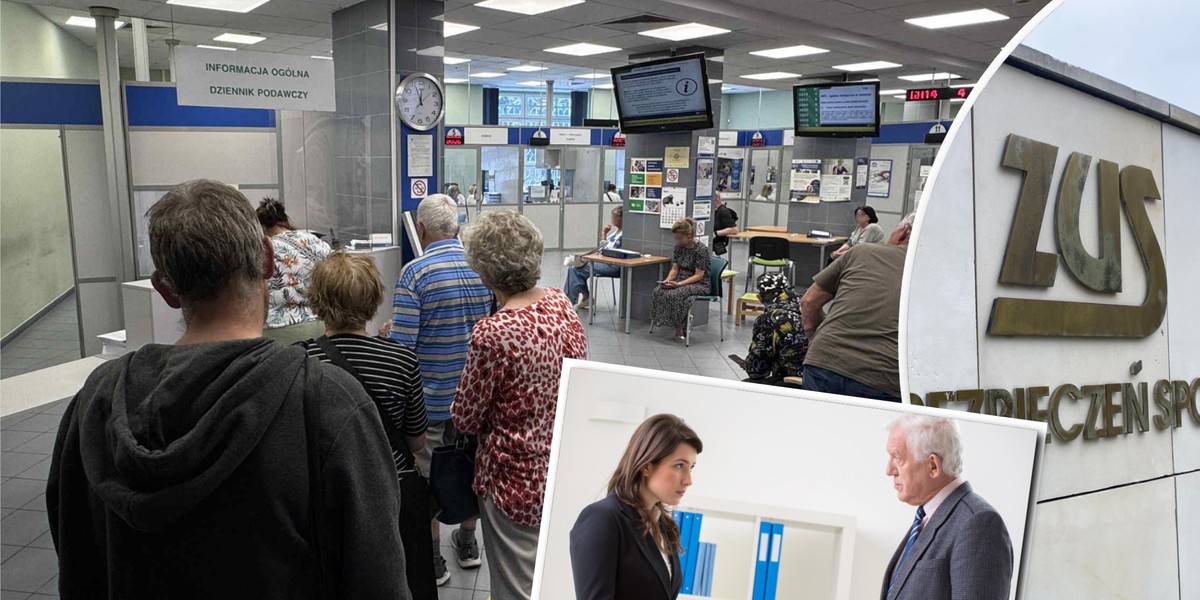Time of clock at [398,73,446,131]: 11:55
